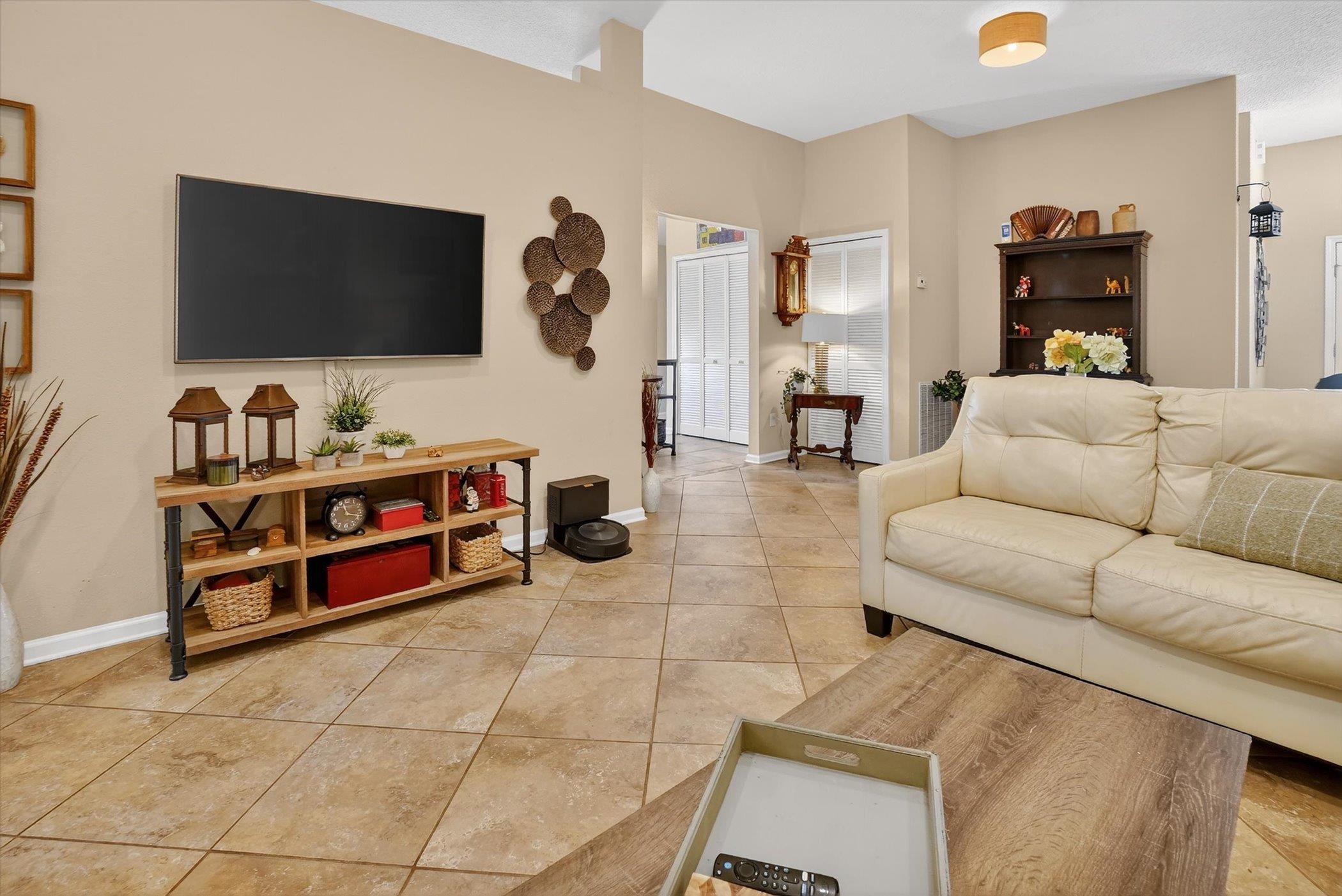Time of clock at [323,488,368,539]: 11:18
